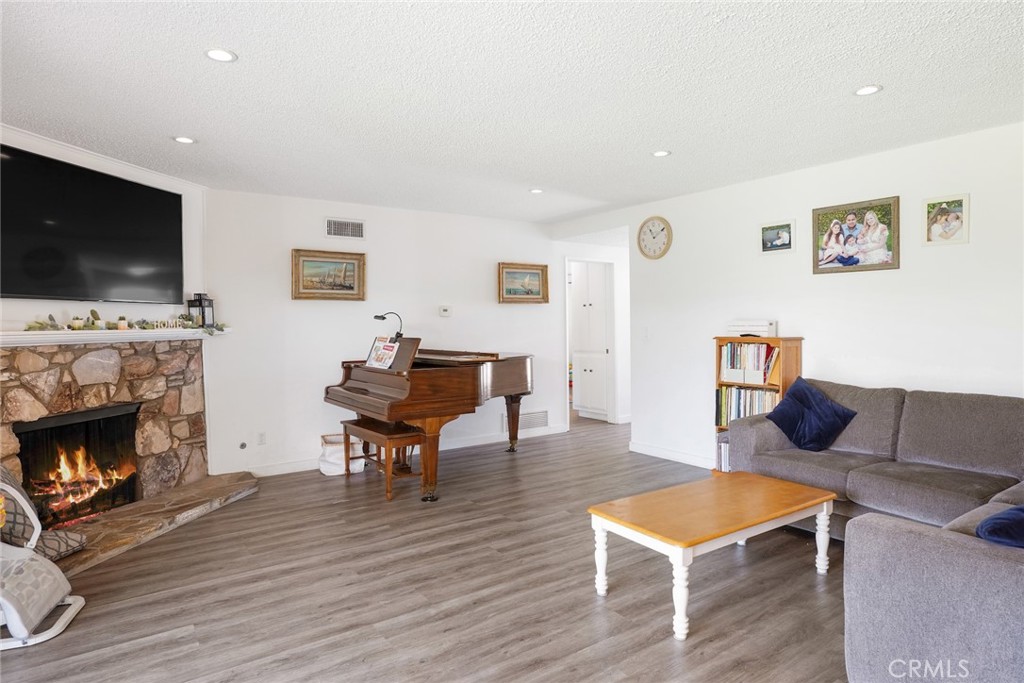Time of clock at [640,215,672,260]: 11:09
